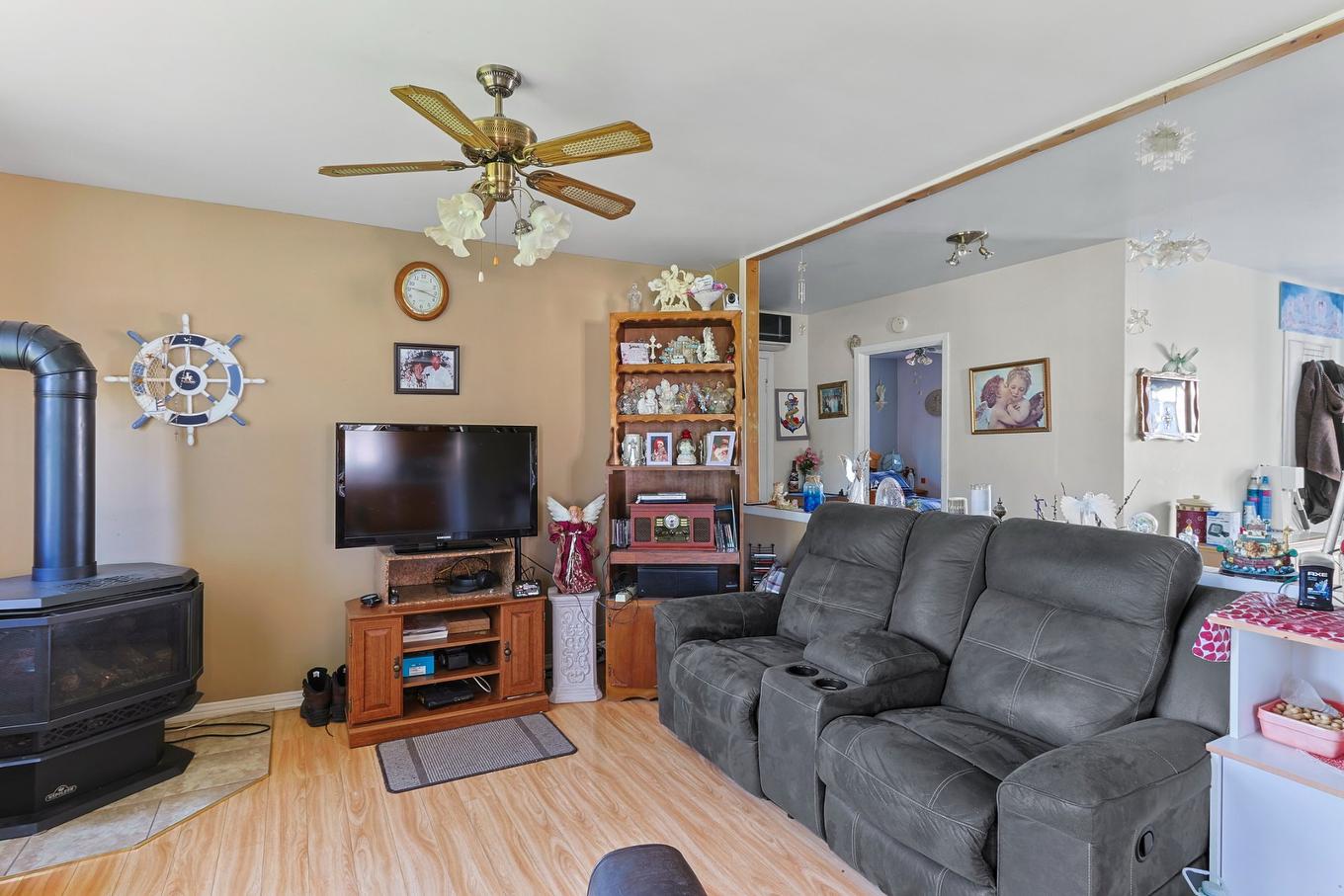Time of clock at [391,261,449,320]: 9:17
